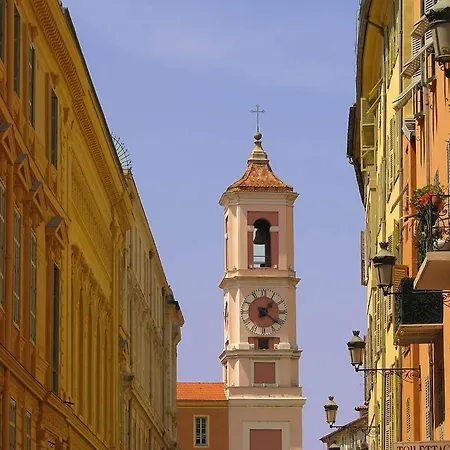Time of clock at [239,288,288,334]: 1:21
